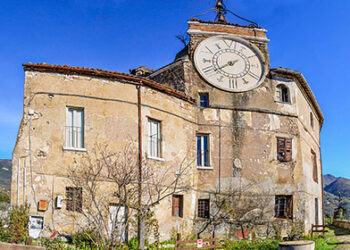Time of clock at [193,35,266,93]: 7:39
